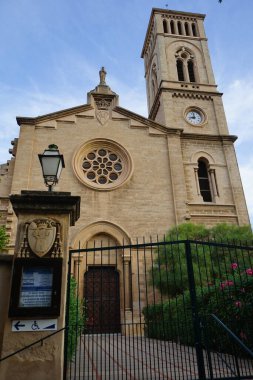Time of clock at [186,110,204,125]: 8:58
